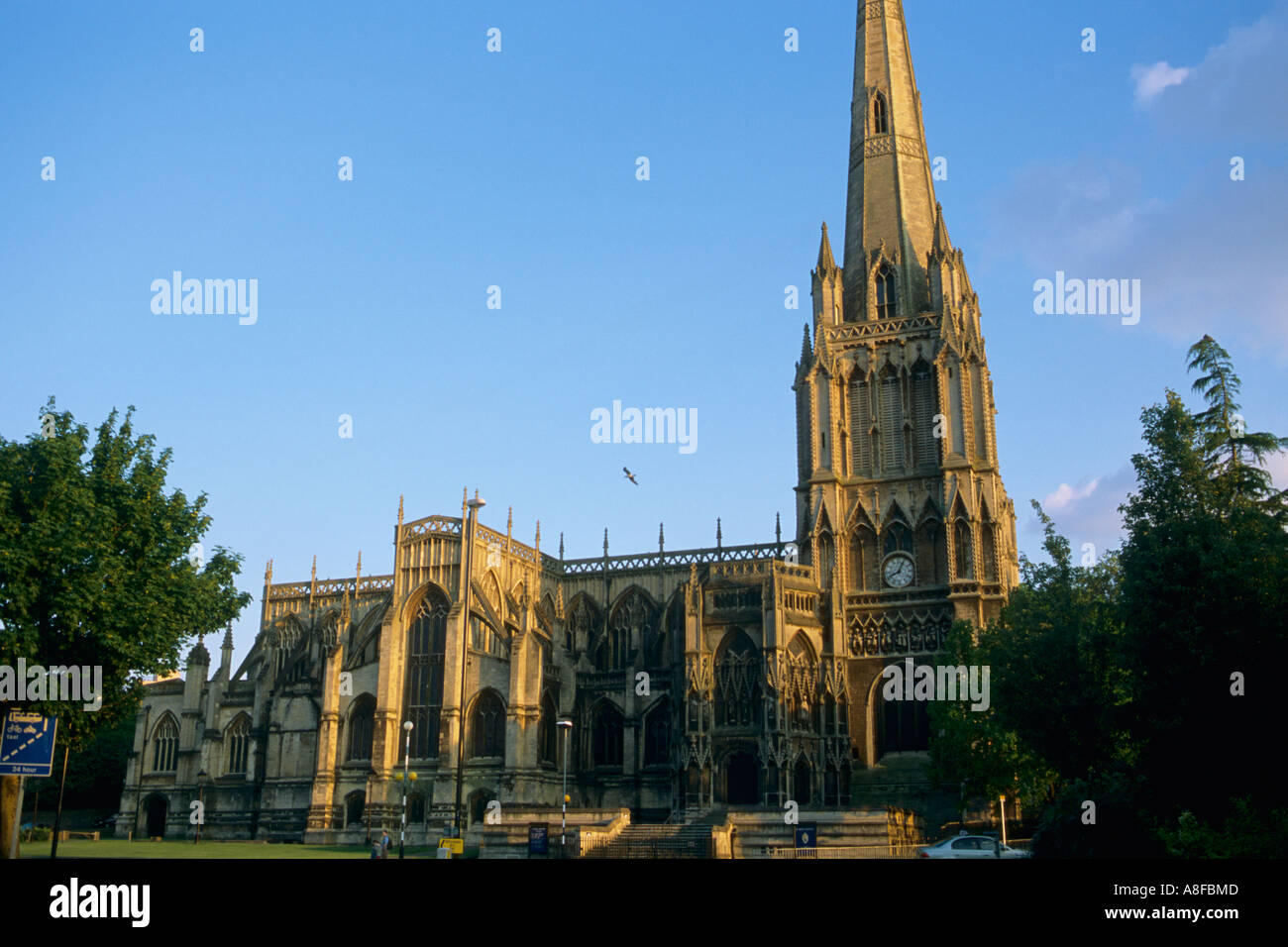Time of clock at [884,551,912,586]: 8:04
